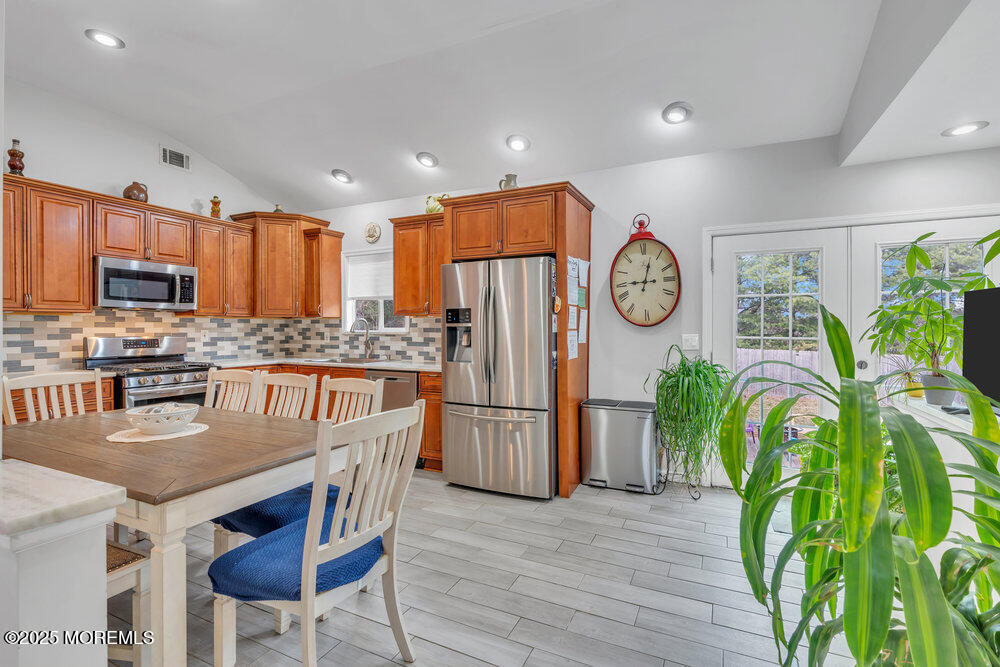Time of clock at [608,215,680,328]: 9:02
